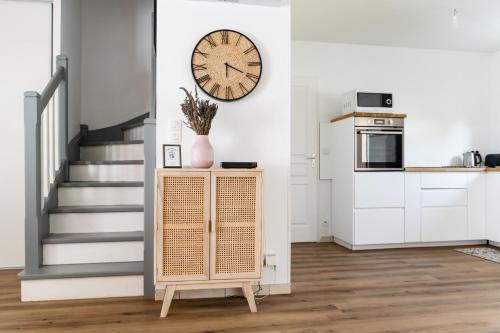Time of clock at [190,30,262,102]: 6:19
